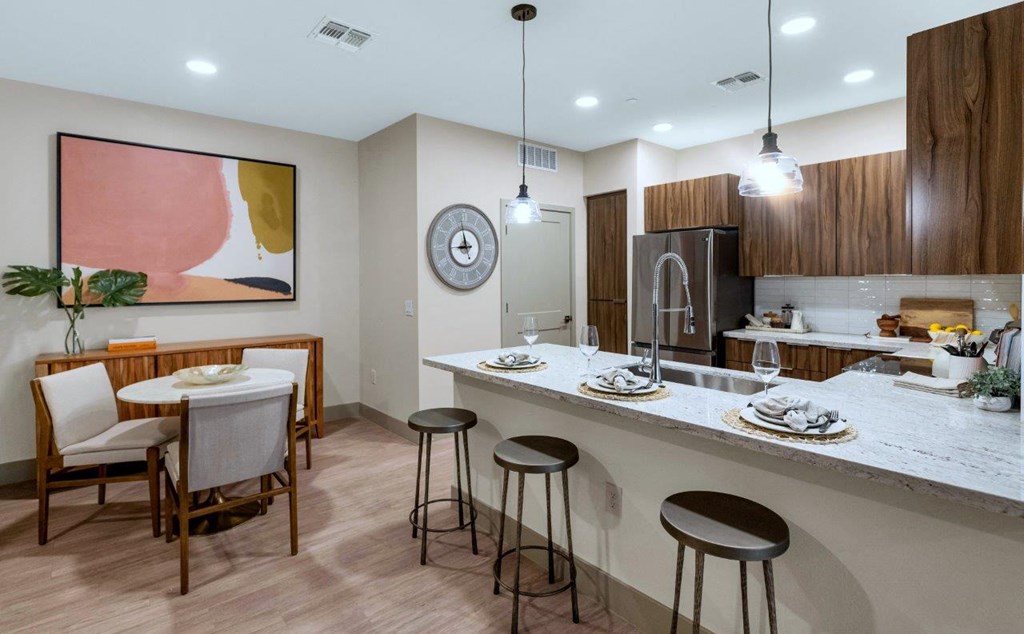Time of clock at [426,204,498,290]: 8:58
